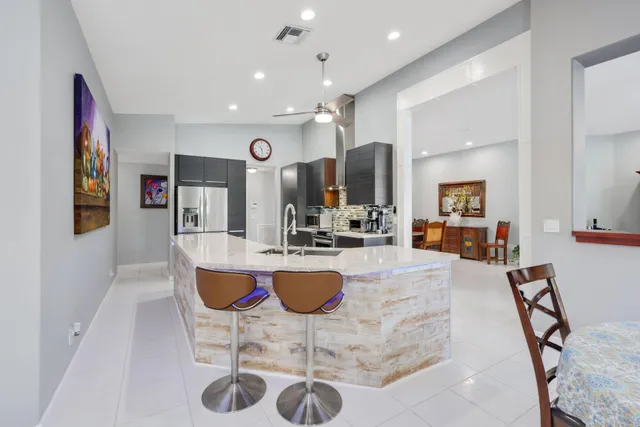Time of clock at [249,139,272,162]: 10:28
